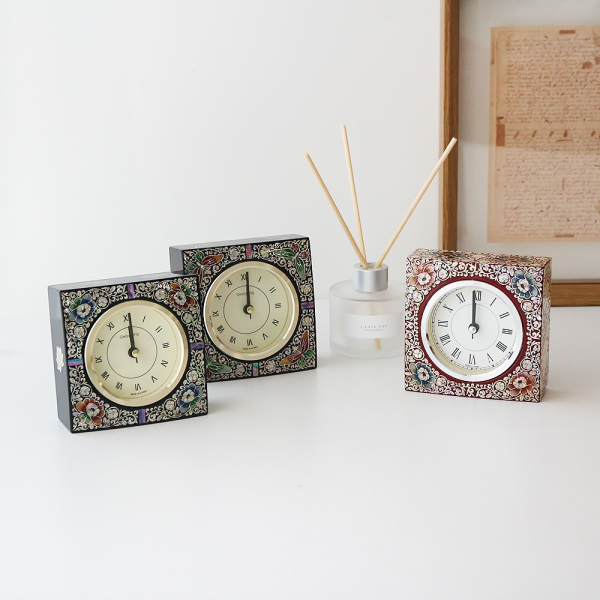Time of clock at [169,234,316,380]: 12:00
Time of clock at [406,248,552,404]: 11:59
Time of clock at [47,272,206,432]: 12:00
